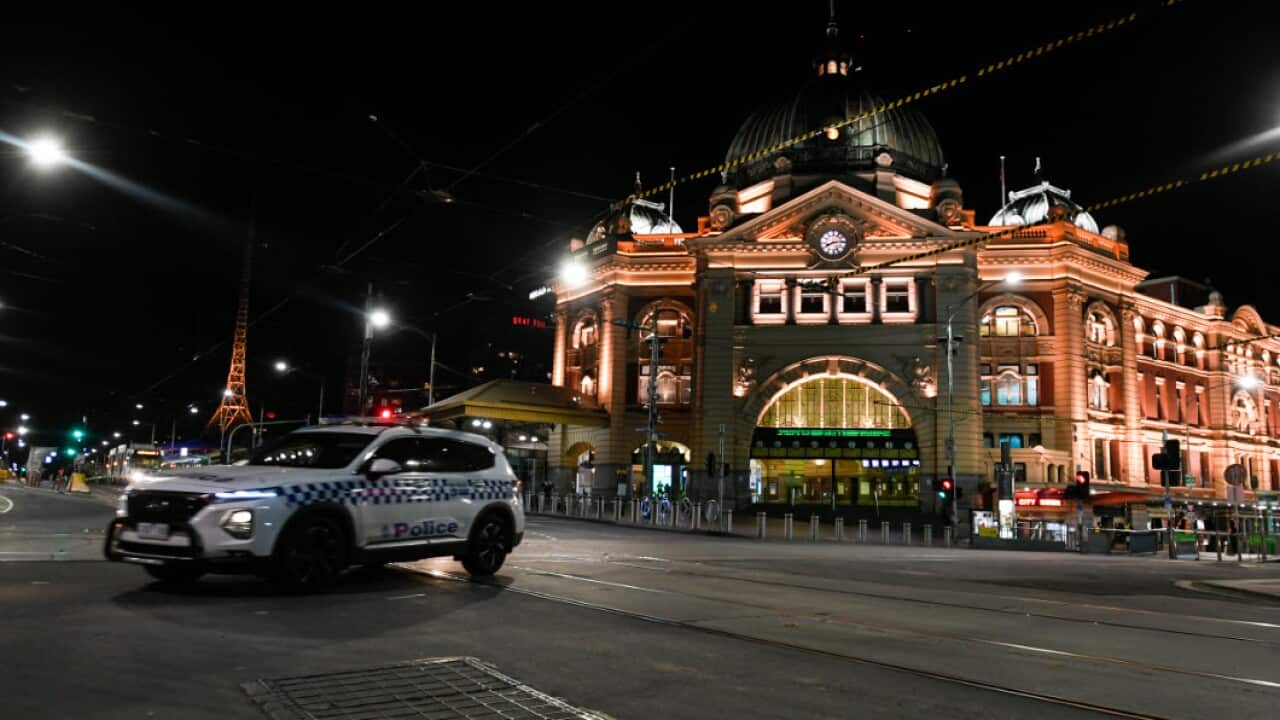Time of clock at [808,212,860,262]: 8:14
